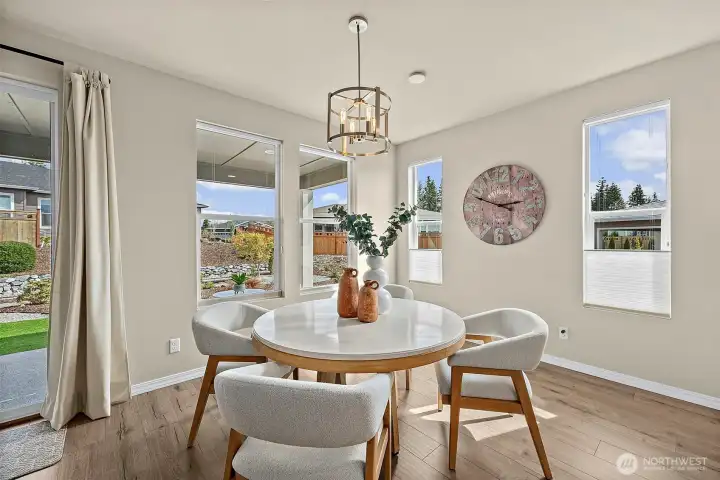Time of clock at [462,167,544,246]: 2:48
